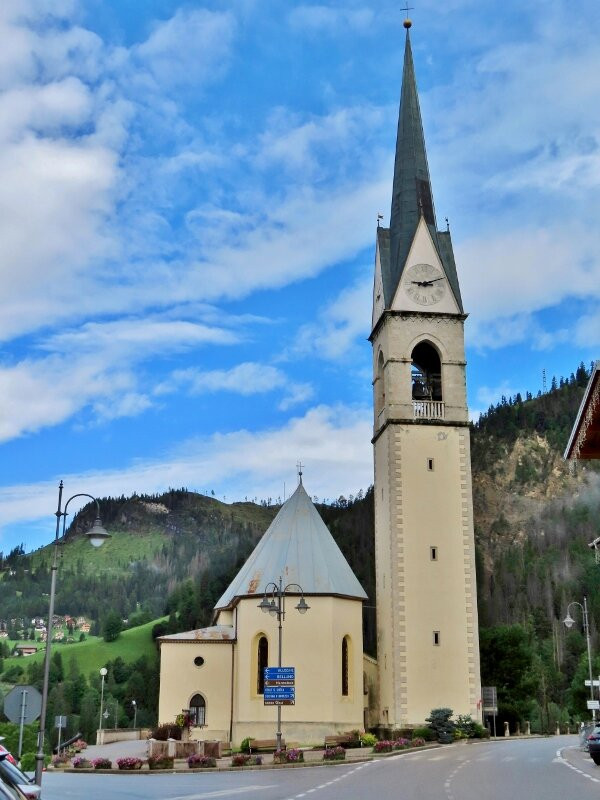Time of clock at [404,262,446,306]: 9:11
